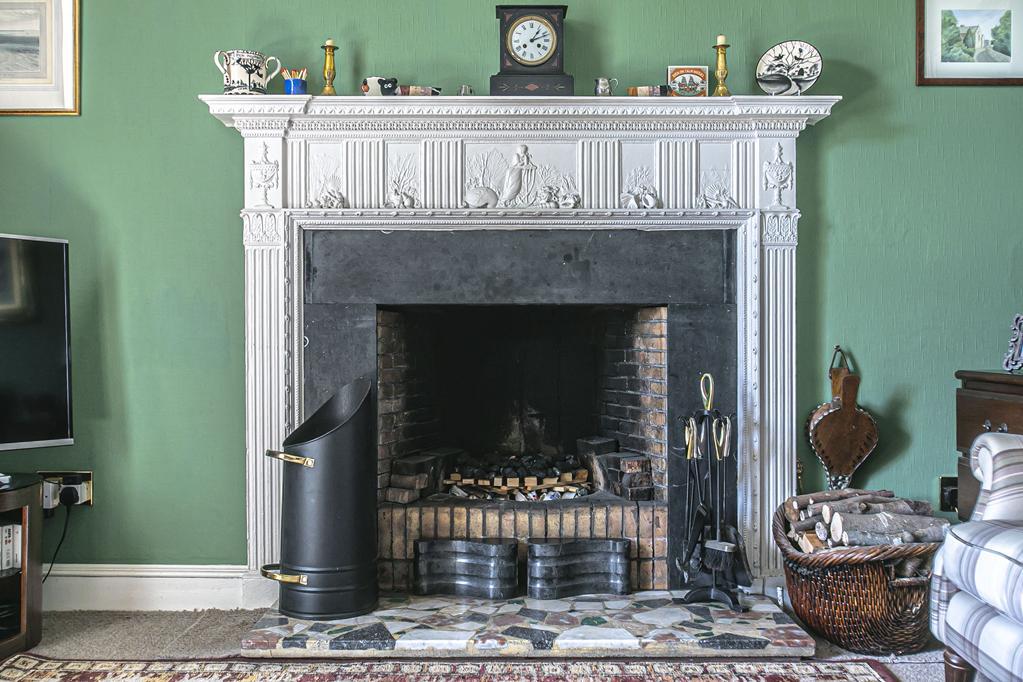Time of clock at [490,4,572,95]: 1:11
